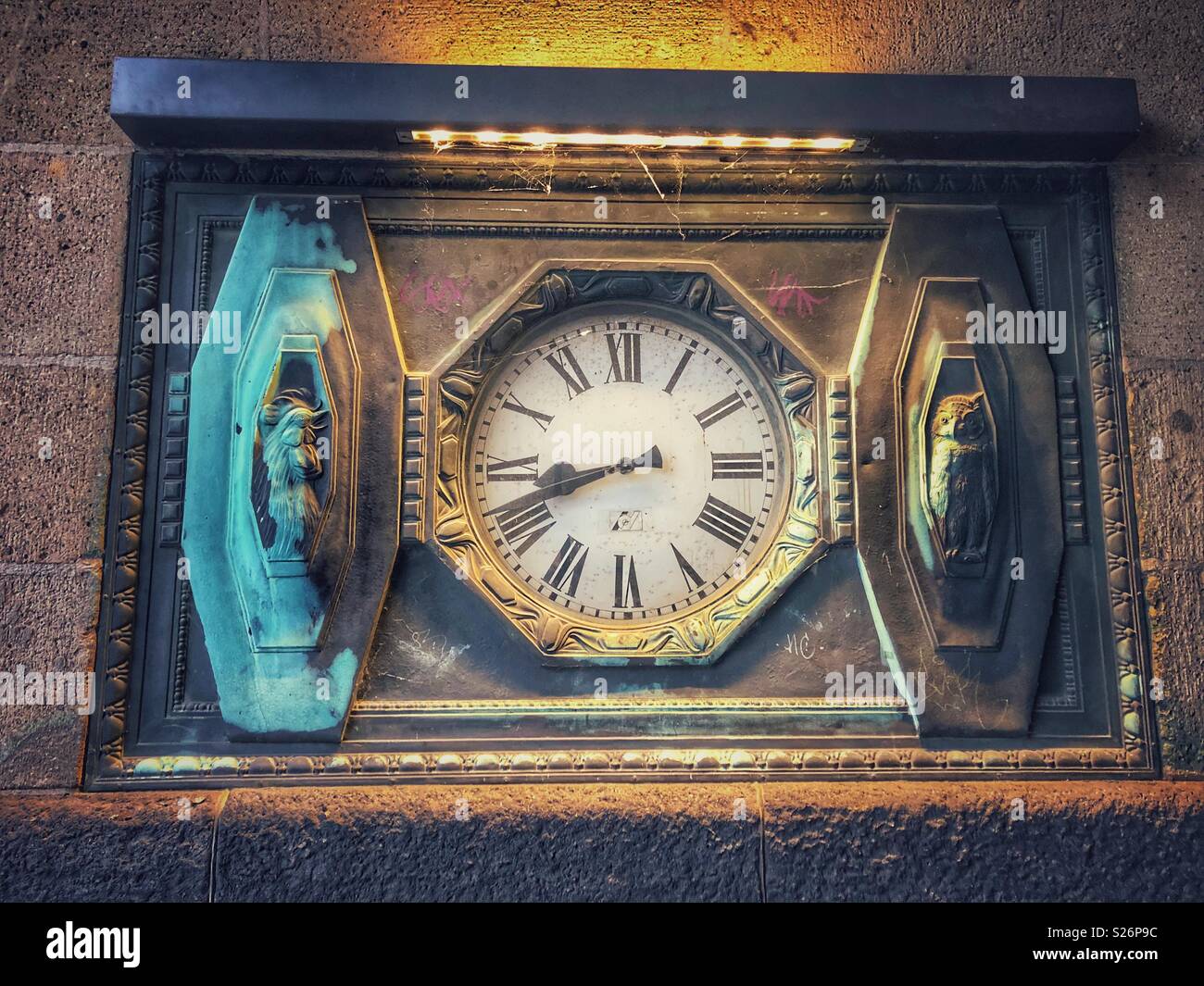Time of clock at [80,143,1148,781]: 8:41
